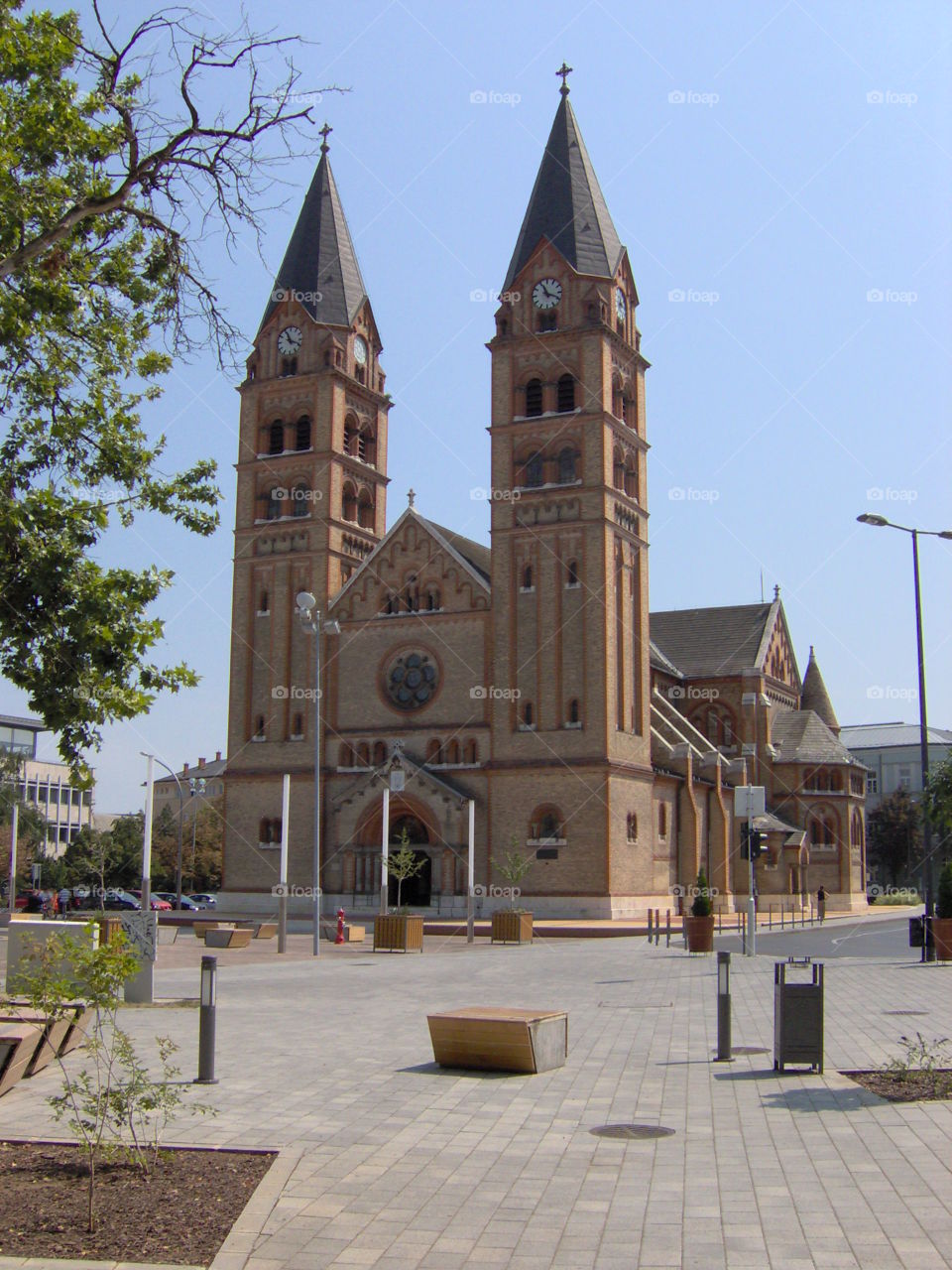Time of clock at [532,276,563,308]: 11:18
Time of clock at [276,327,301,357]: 11:18
